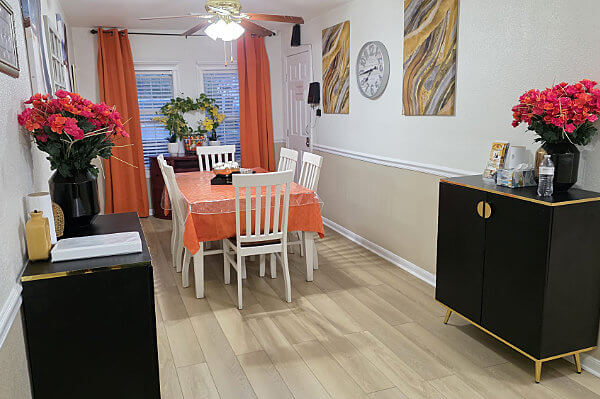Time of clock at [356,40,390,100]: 7:43
